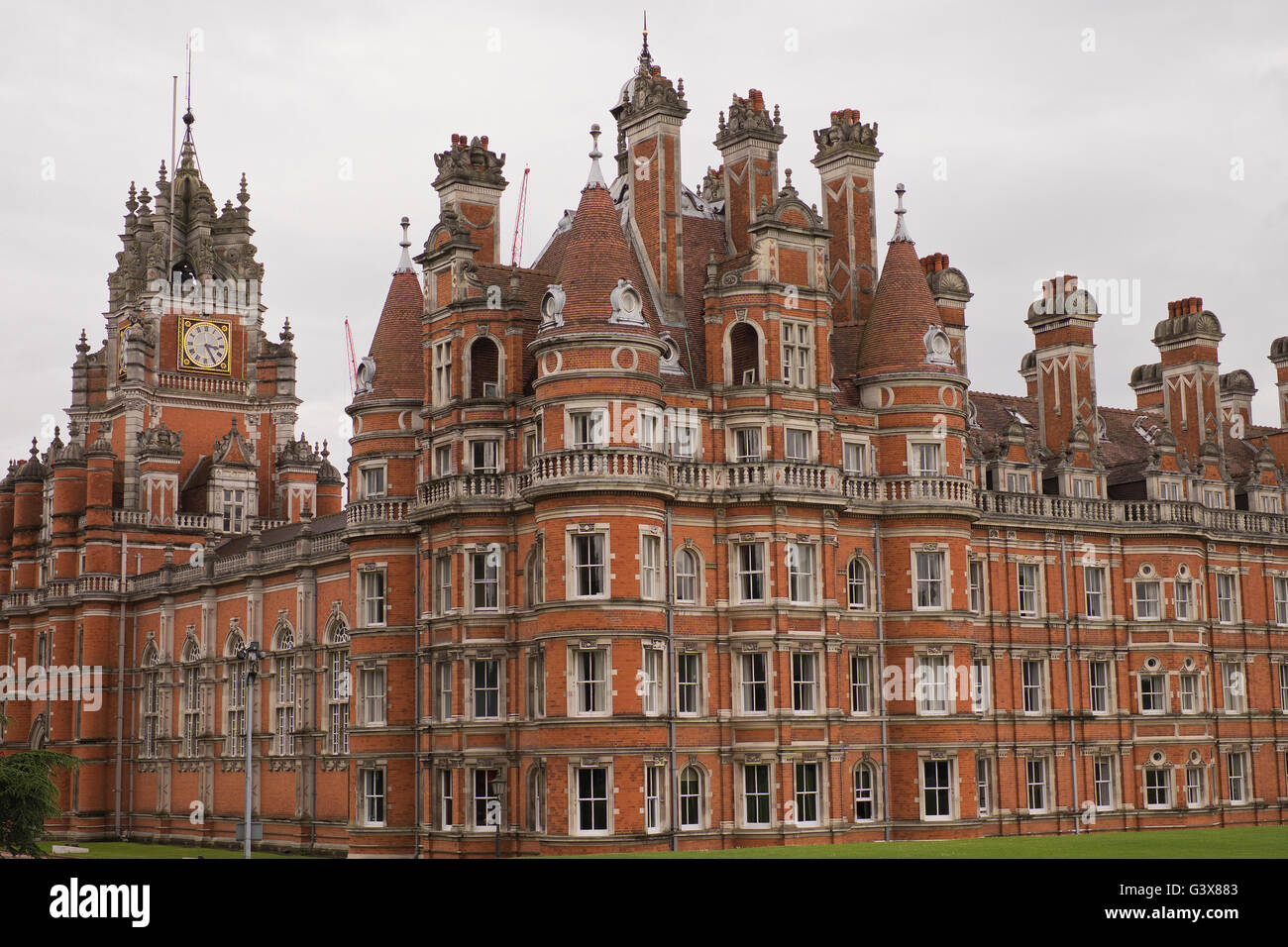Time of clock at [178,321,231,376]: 3:24
